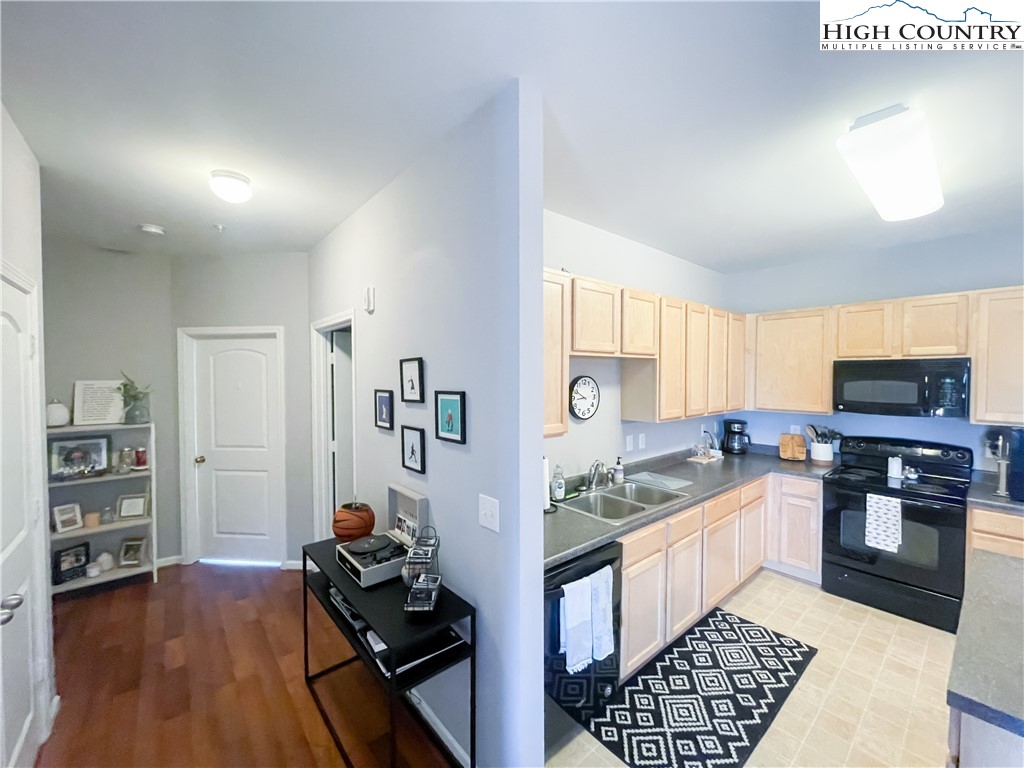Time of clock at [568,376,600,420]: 8:49
